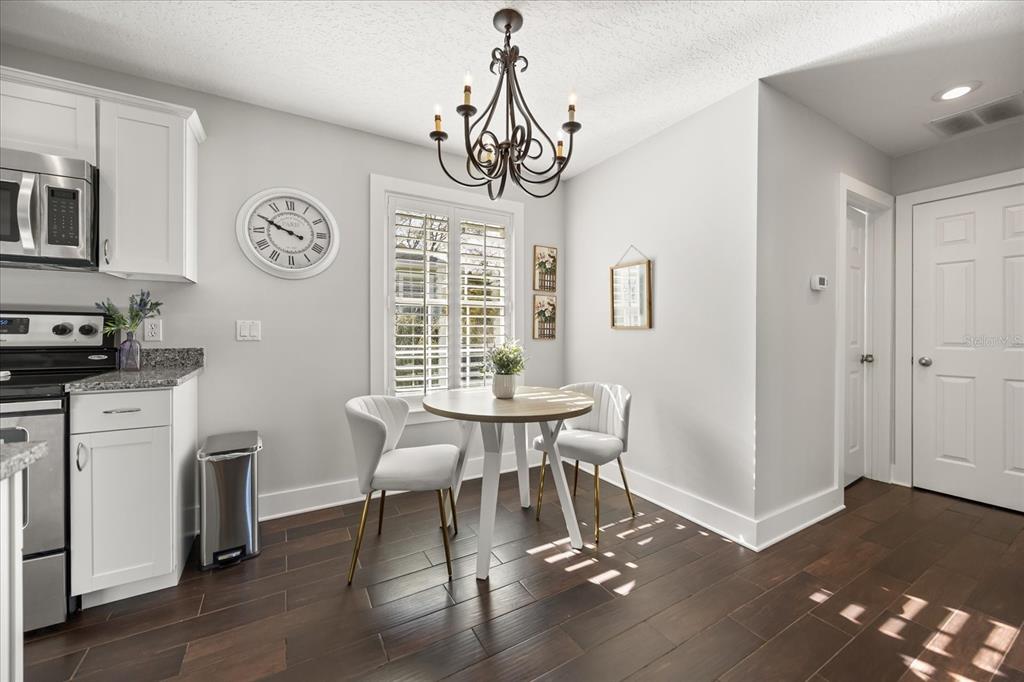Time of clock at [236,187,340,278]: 9:49
